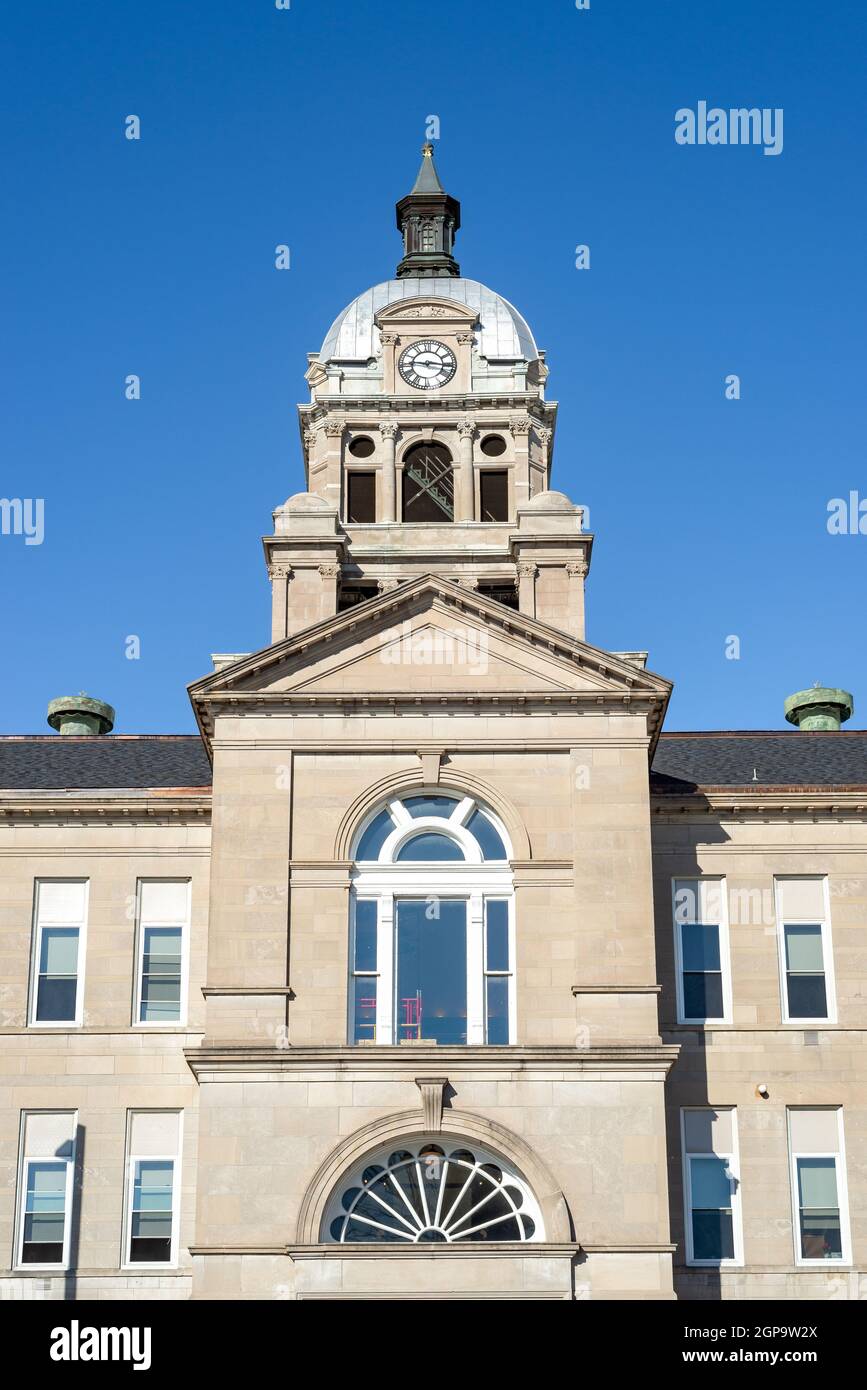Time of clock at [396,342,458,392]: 9:16
